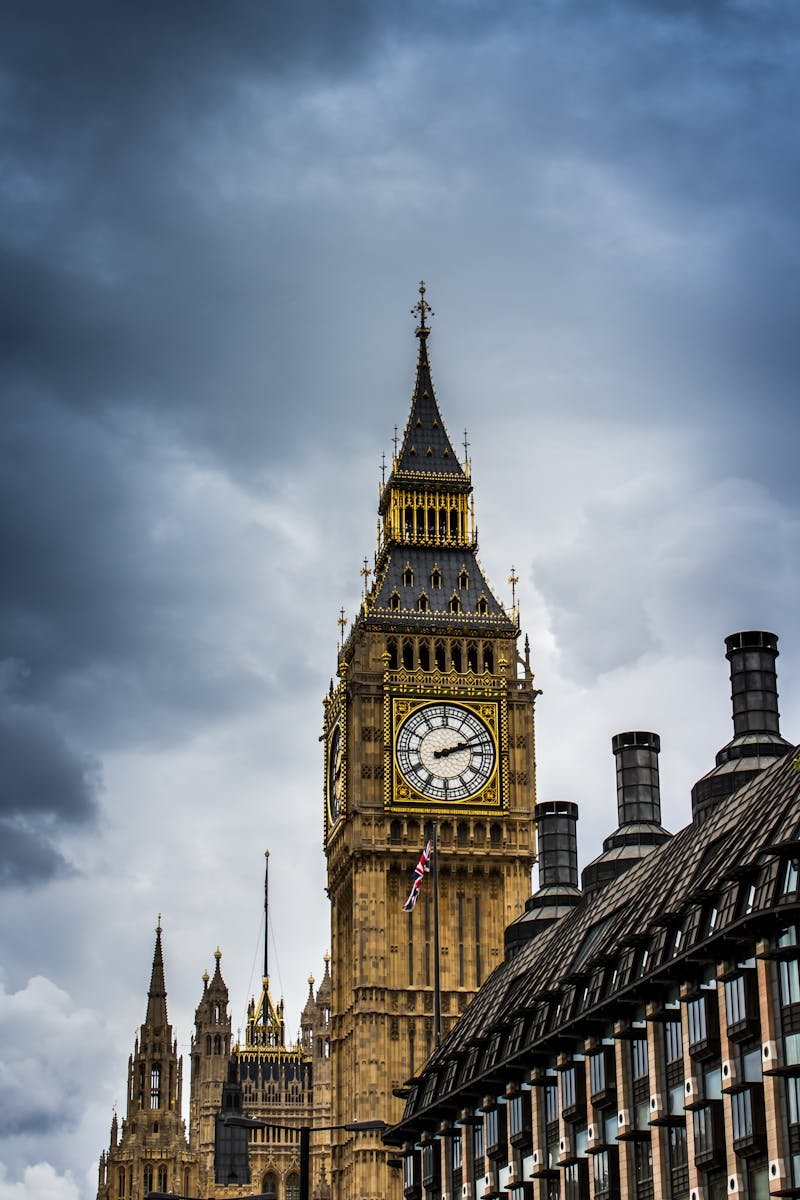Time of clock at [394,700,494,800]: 2:11
